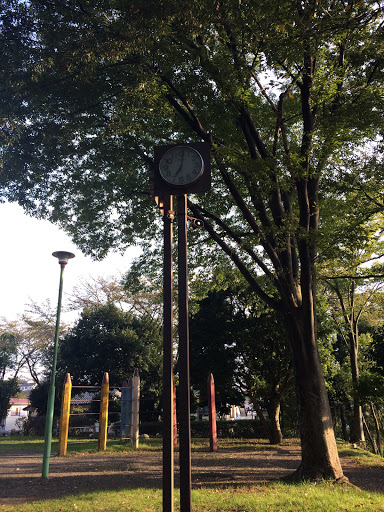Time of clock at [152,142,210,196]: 7:01
